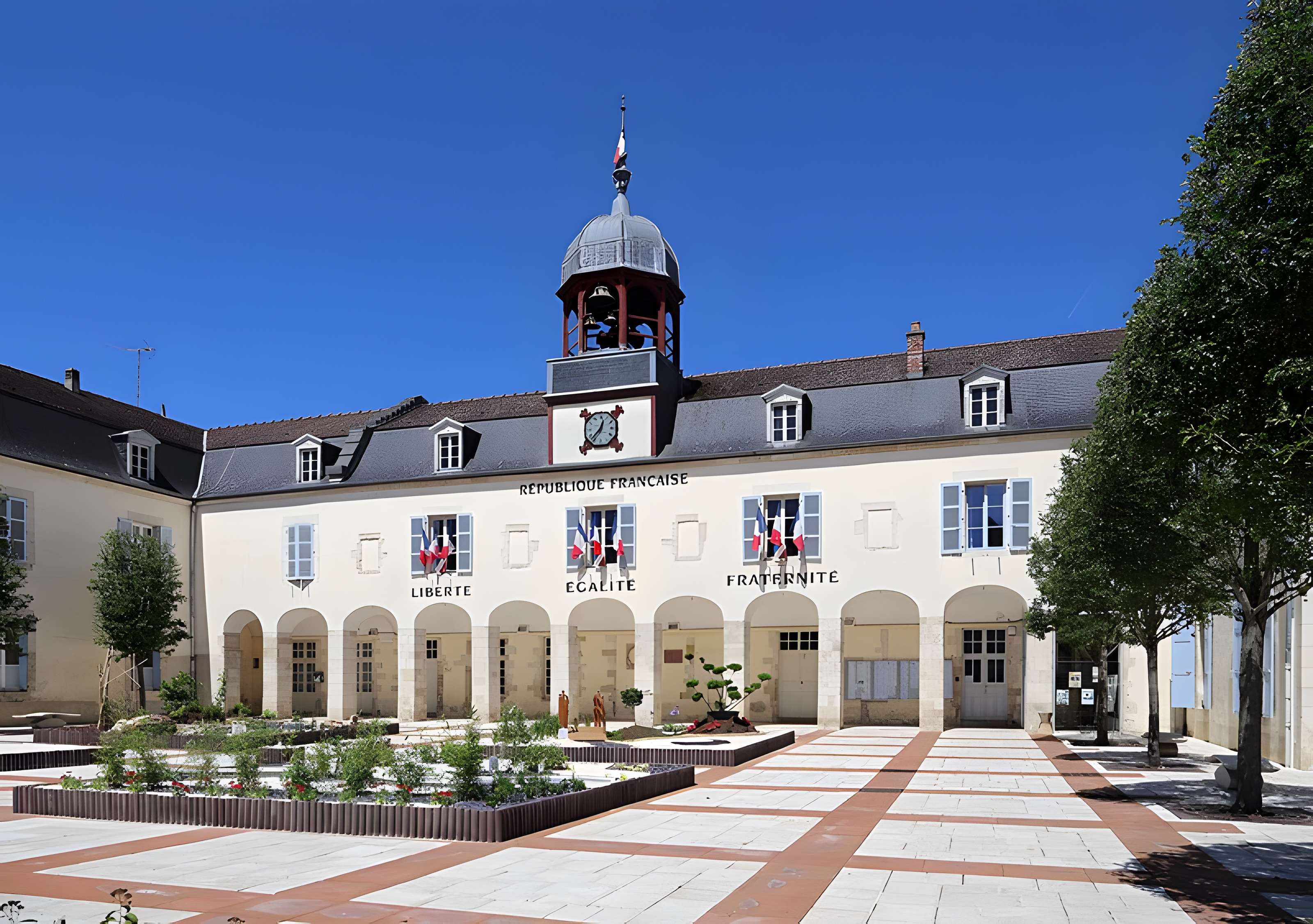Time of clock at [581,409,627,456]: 12:37
